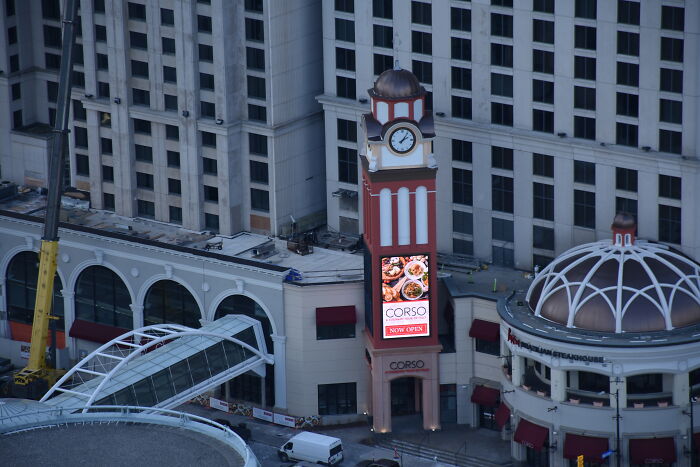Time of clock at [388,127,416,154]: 2:06
